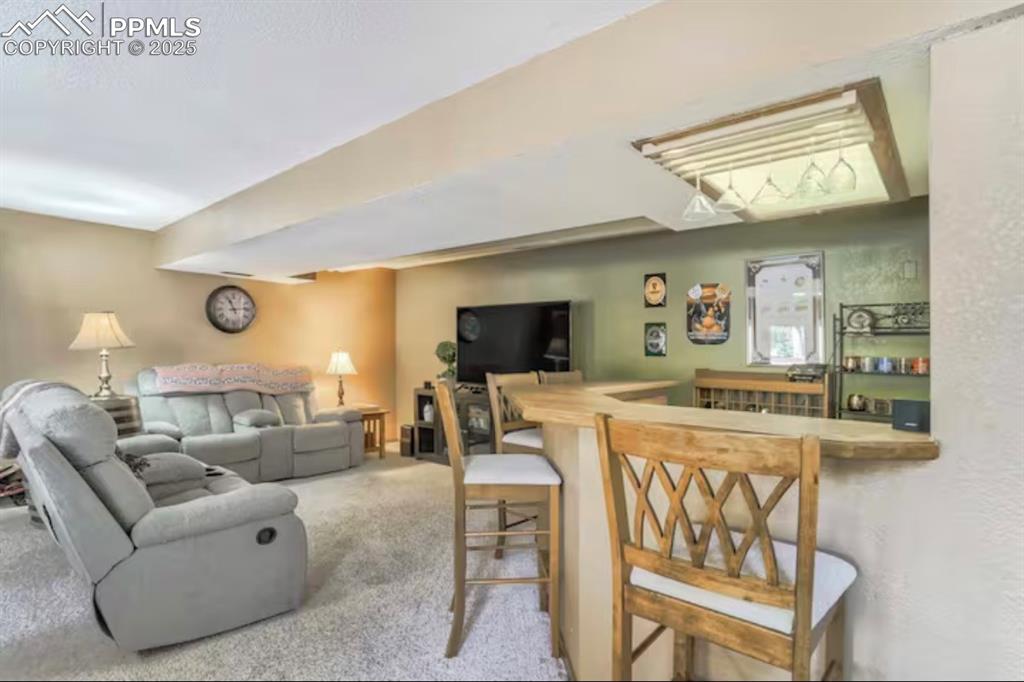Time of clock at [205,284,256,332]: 11:13
